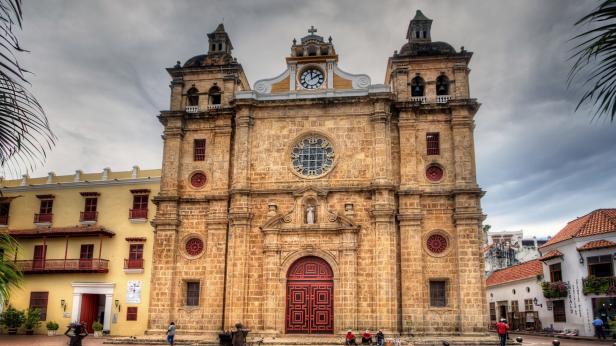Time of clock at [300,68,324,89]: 1:59
